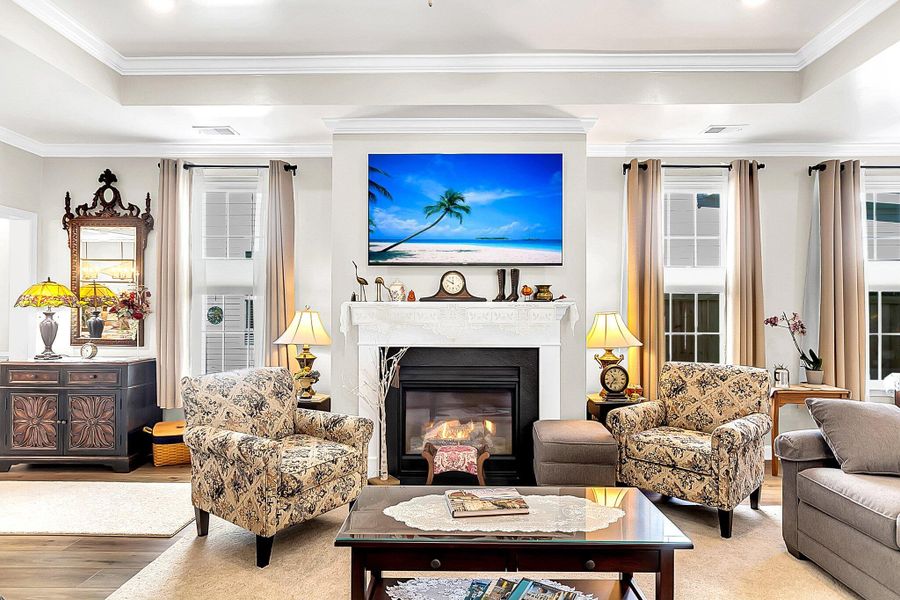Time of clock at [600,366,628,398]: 10:36
